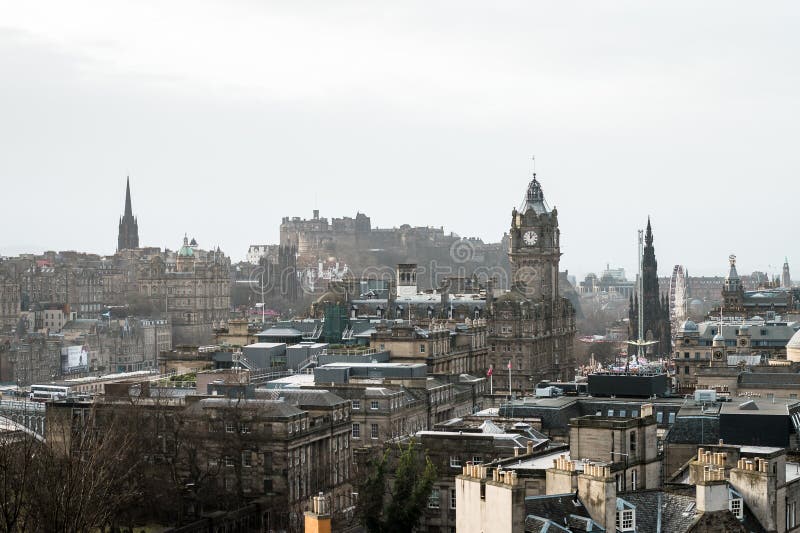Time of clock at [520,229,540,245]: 12:07
